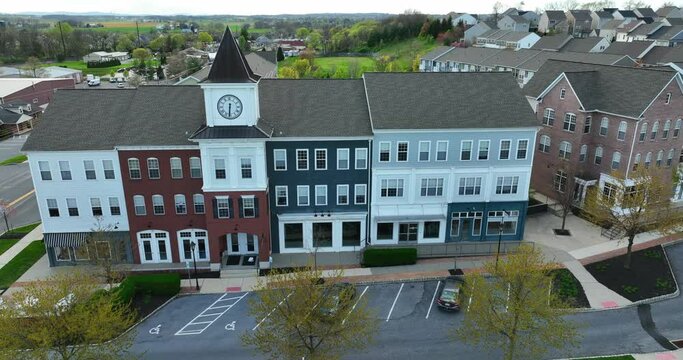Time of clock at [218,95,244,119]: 6:31
